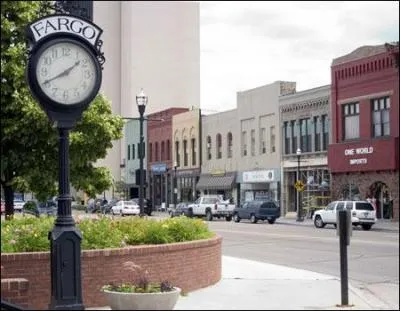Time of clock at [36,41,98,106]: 1:40
